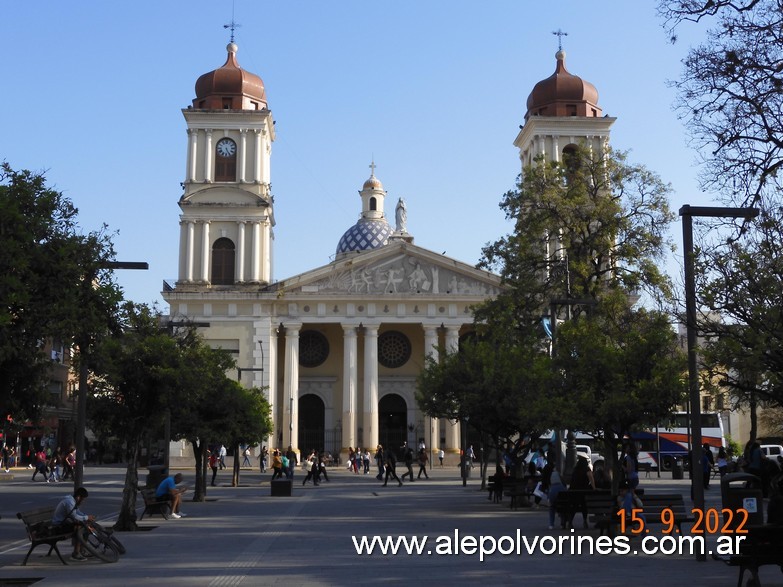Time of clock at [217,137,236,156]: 5:26
